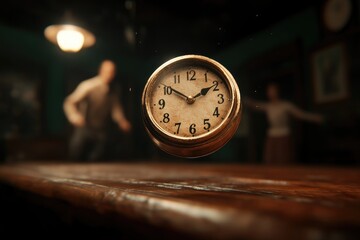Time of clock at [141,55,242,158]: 1:50
